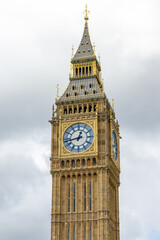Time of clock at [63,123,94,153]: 12:43
